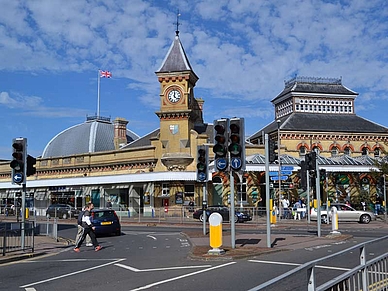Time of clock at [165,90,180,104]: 12:22
